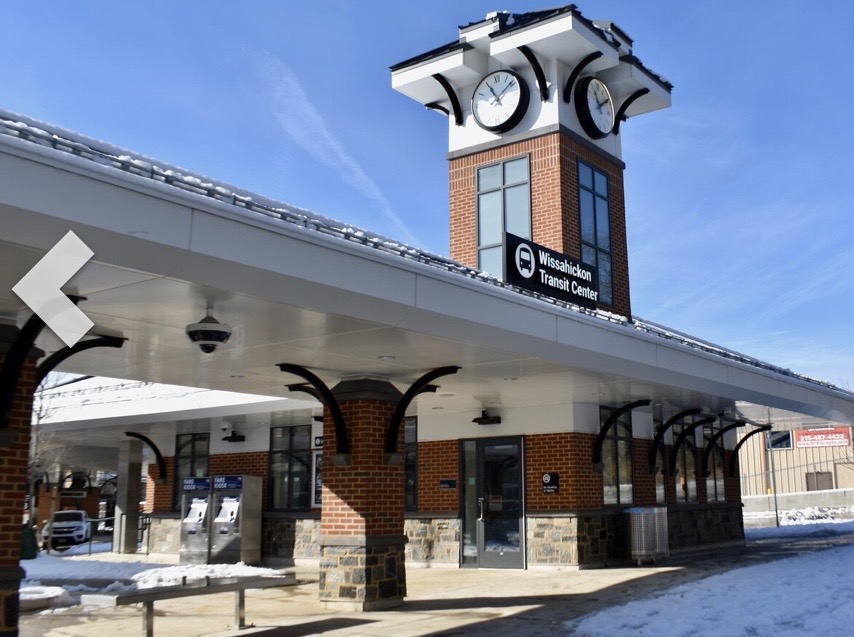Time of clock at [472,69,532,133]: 11:08
